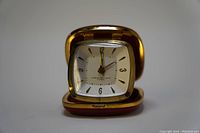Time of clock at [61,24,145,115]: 2:00
